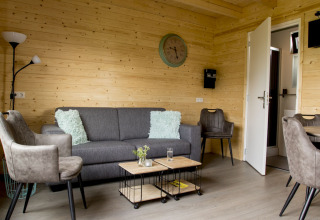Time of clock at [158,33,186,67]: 9:27
